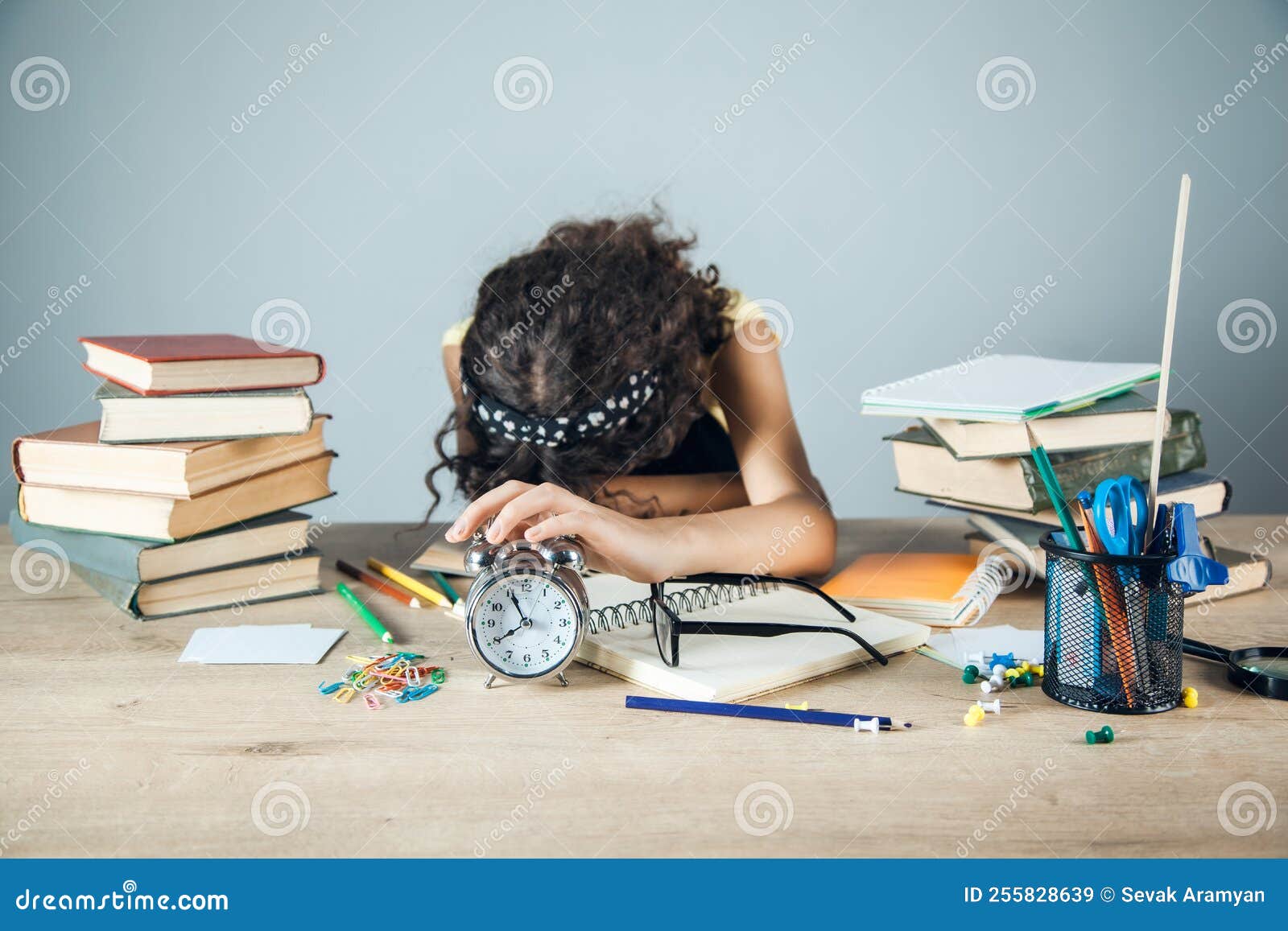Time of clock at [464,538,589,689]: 7:55
